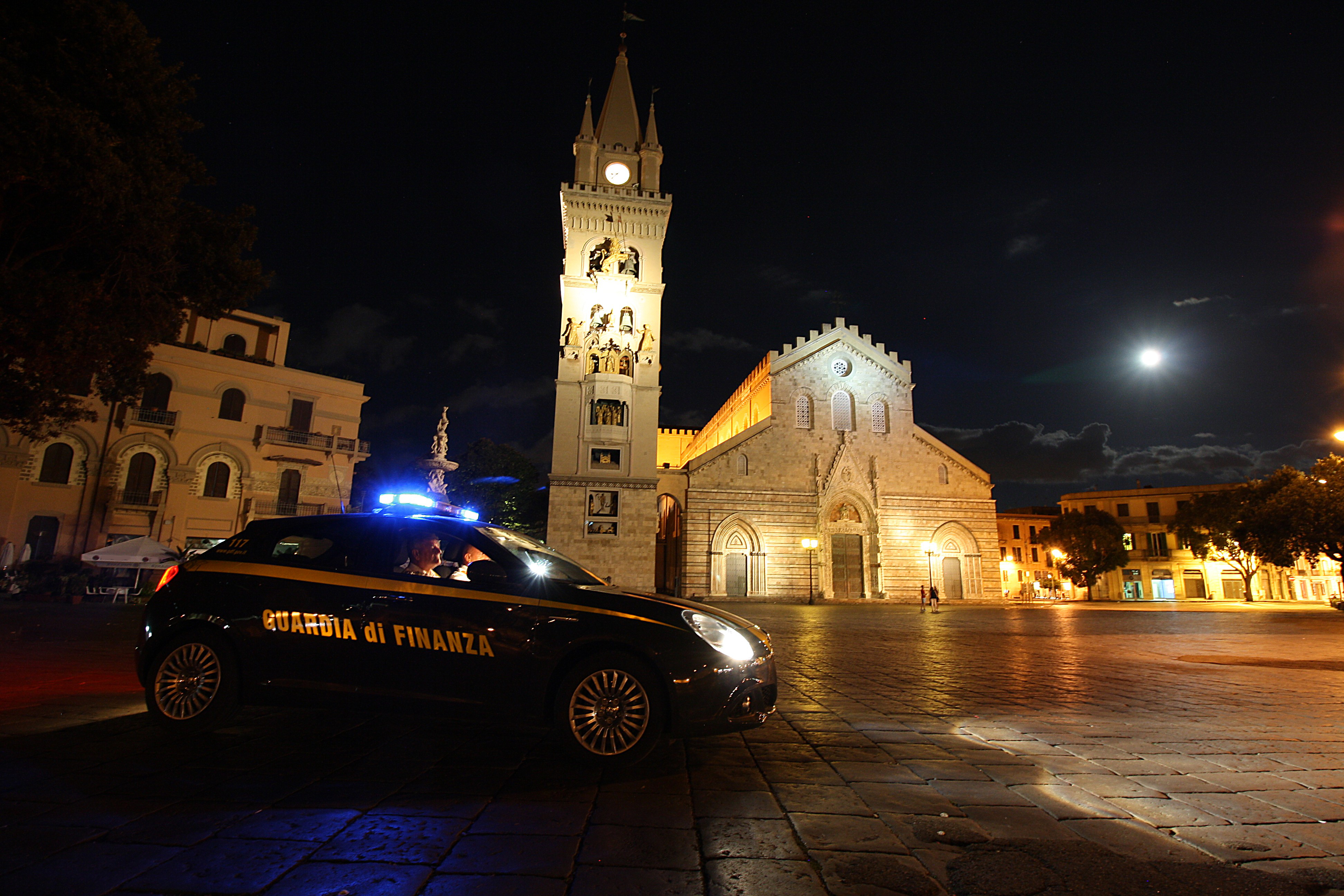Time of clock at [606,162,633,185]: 8:38
